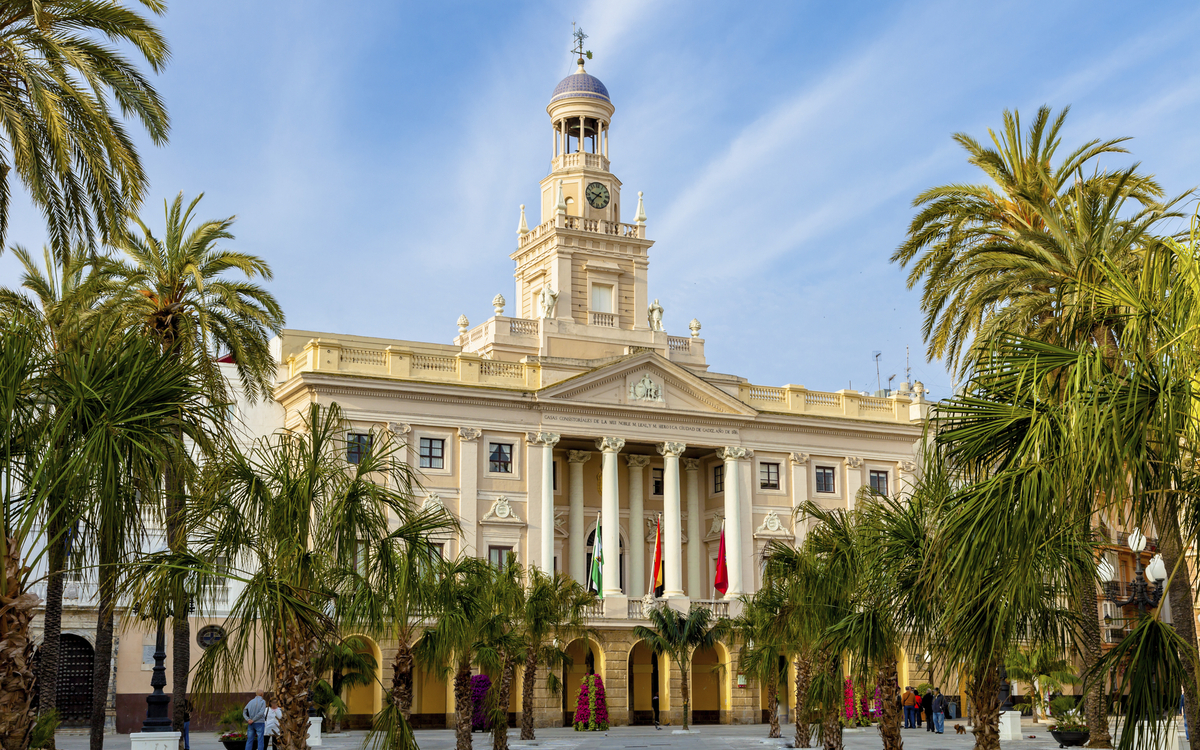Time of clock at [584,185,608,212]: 9:37
